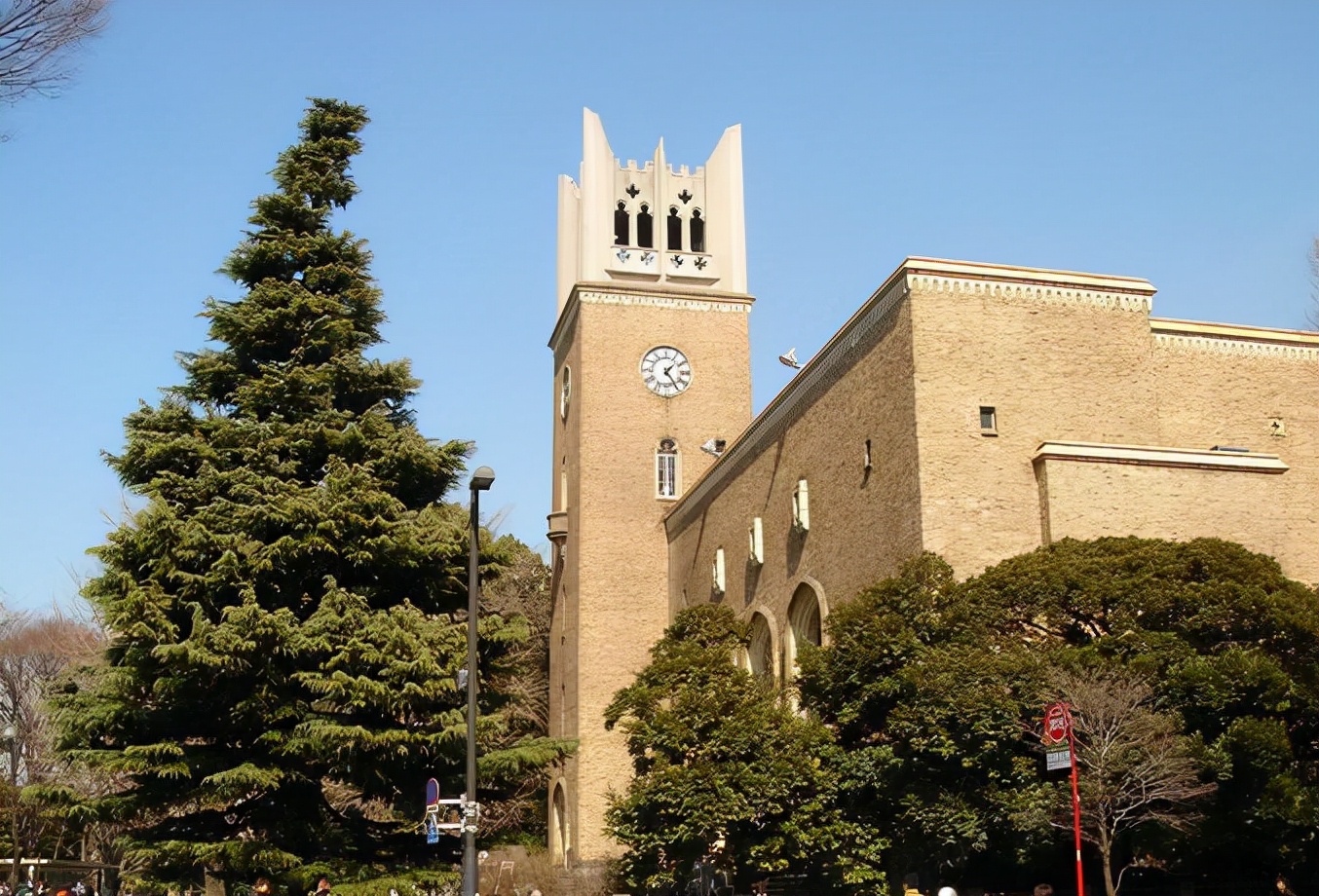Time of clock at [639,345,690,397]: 1:24
